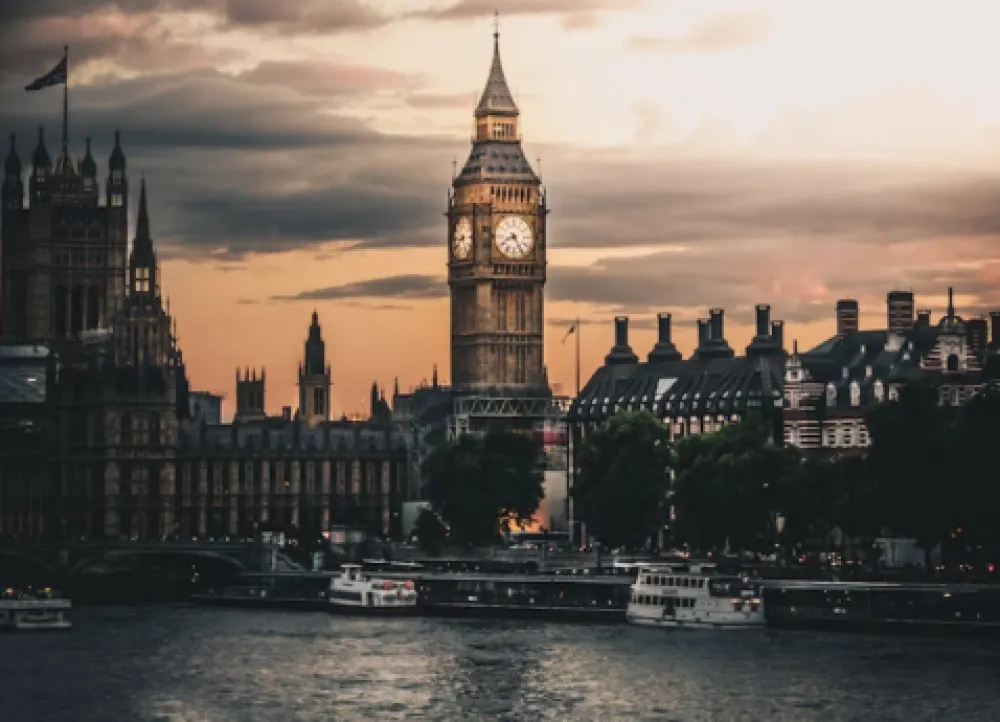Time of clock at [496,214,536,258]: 8:24
